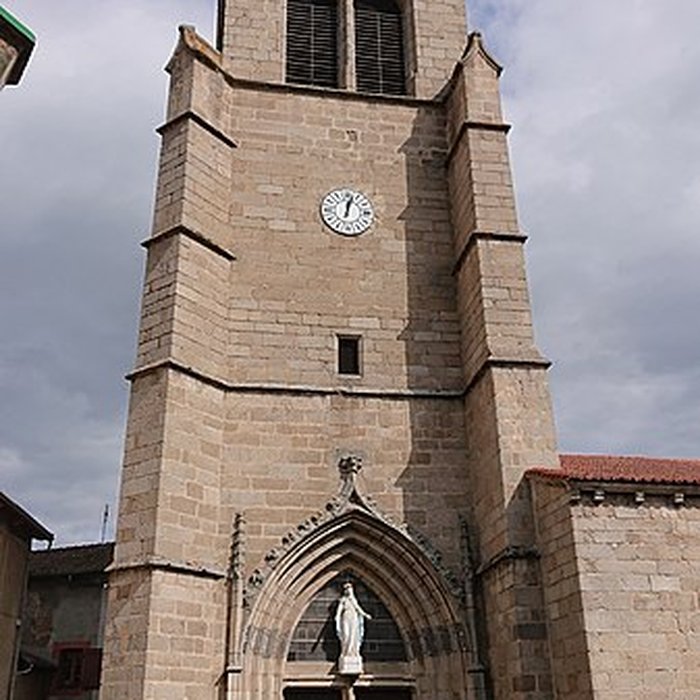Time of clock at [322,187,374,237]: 12:02
